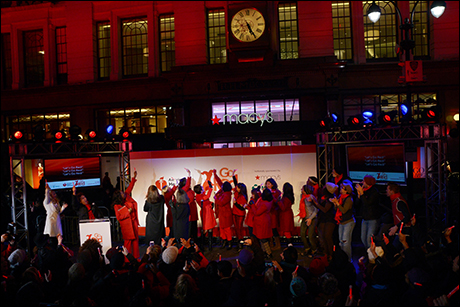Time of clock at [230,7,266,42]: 5:25
